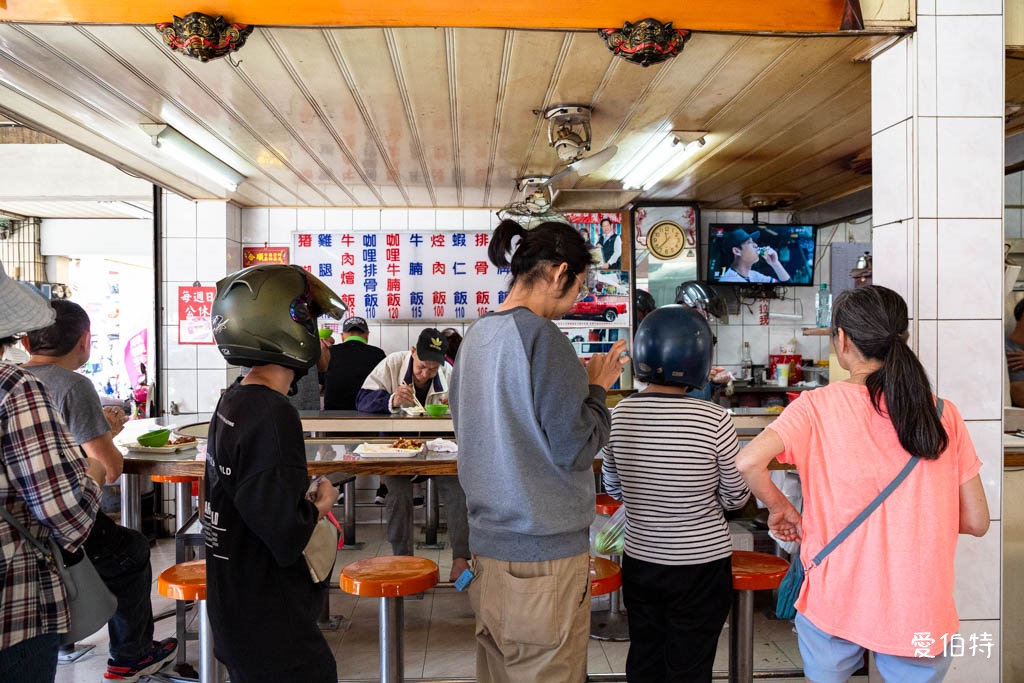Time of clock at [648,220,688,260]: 11:37
